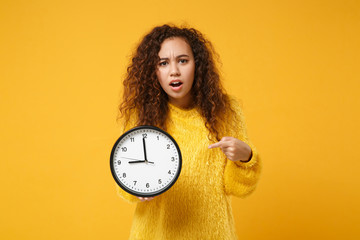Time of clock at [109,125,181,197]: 8:59
